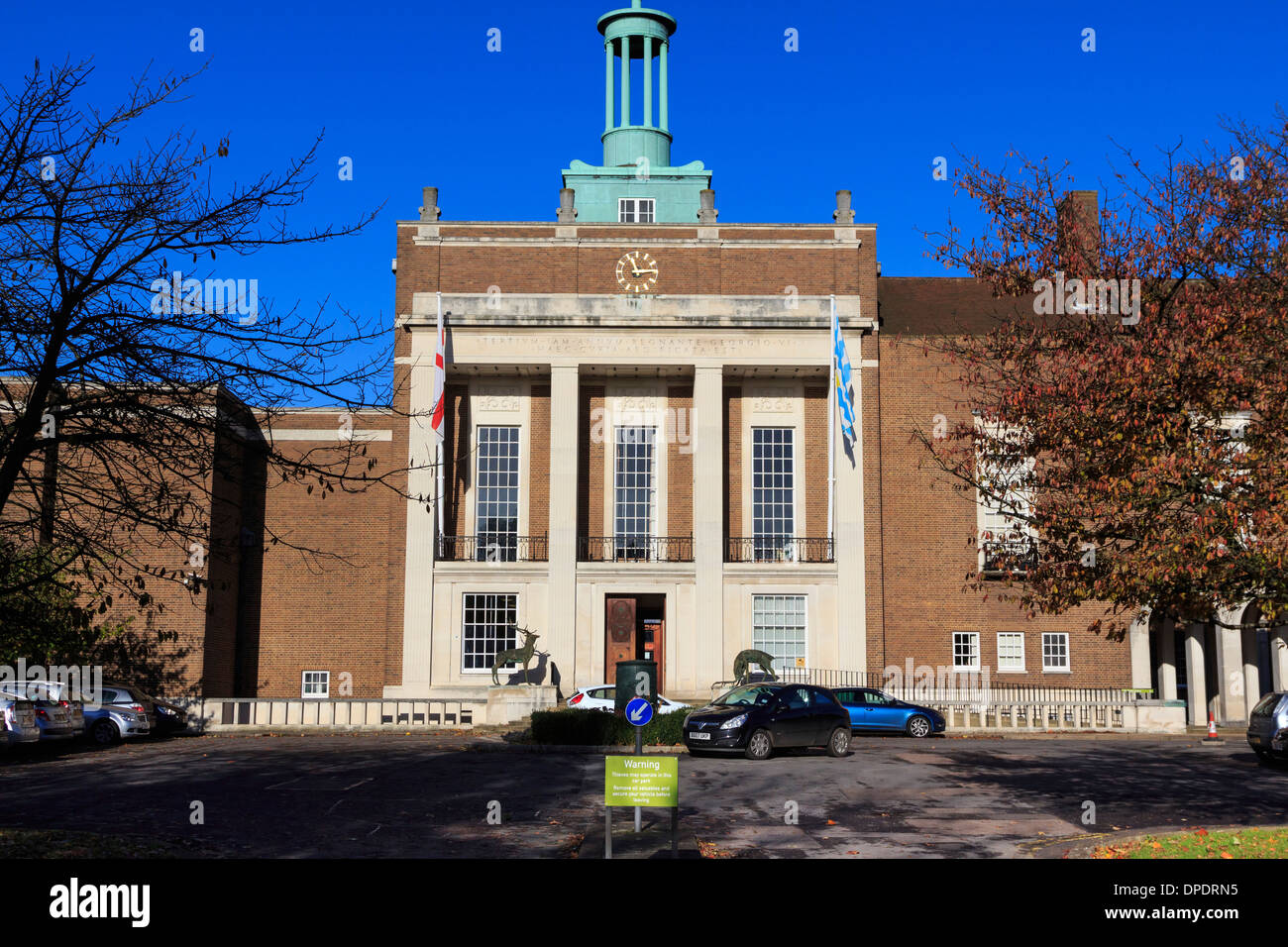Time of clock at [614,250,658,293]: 11:13
